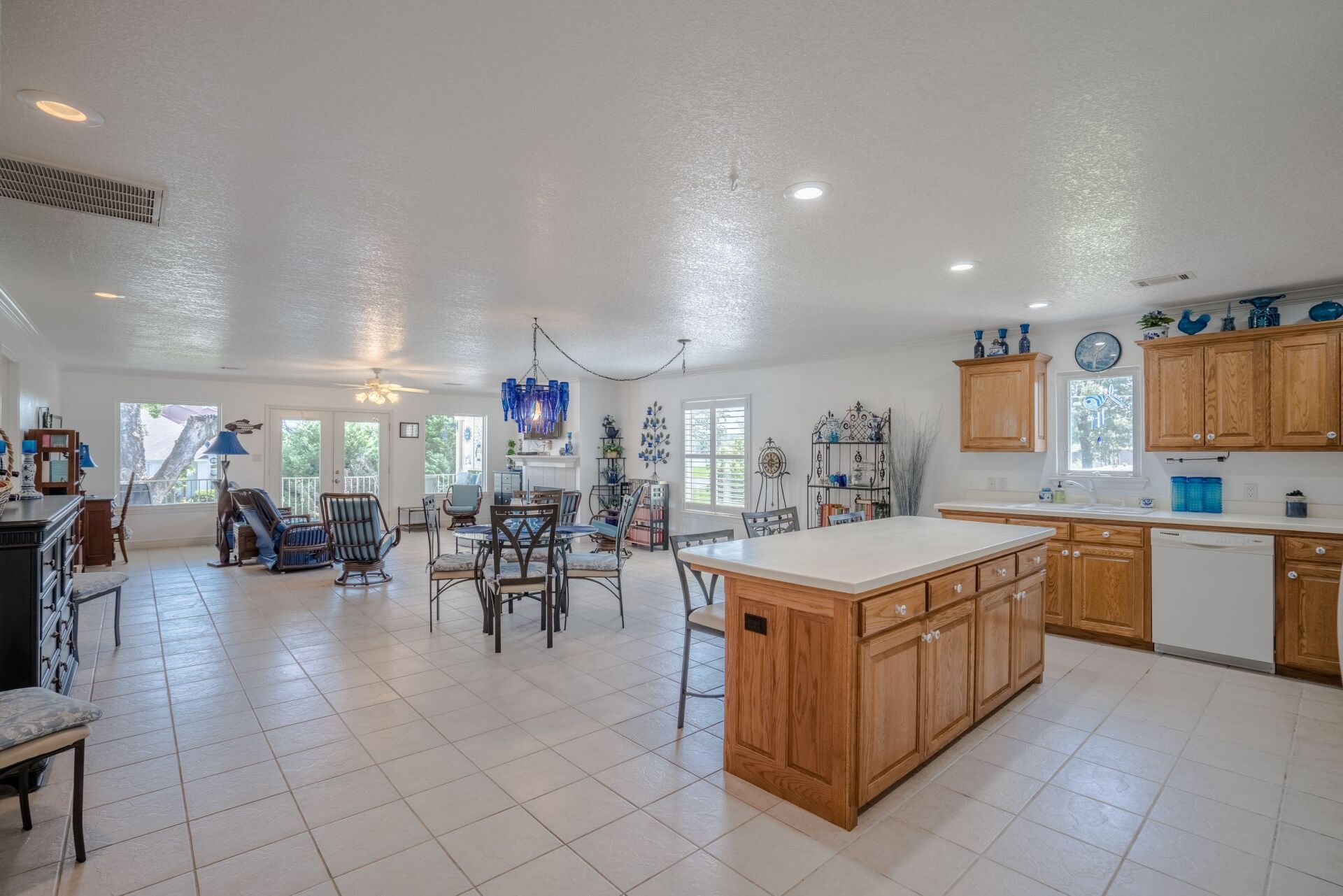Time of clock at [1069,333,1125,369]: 1:31
